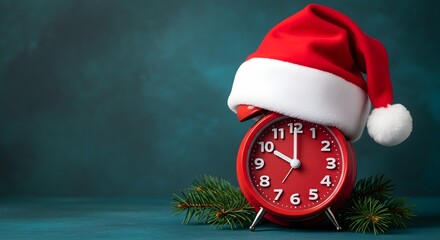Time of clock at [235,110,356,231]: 10:00
